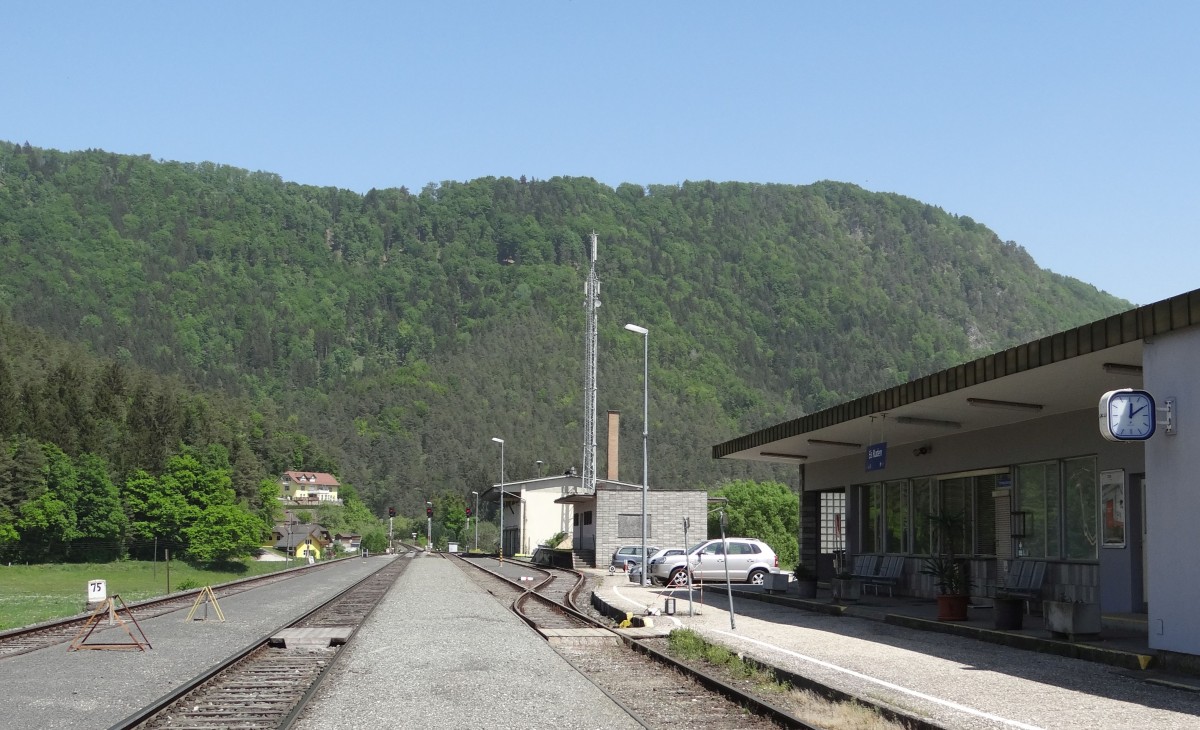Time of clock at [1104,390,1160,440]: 12:09
